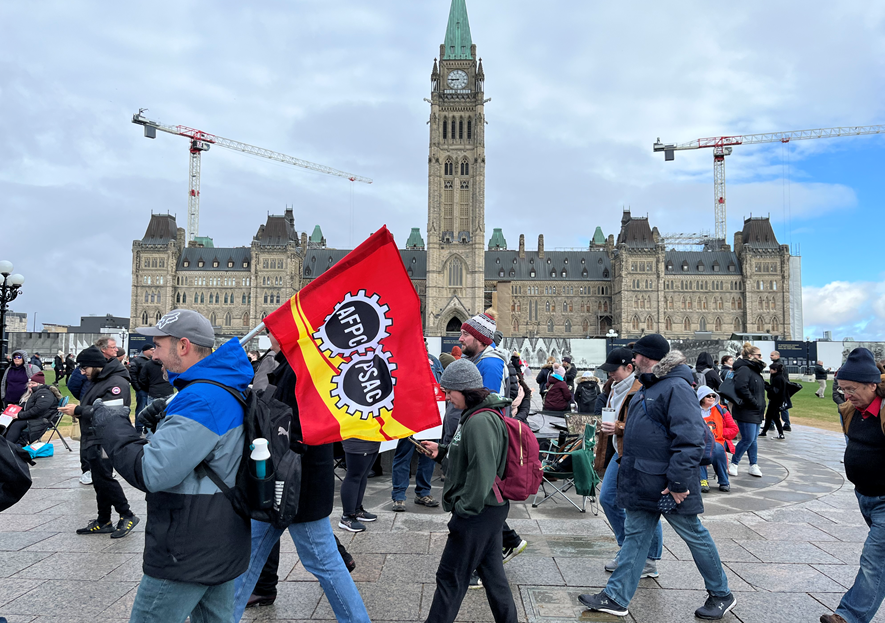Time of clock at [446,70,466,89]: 8:45
